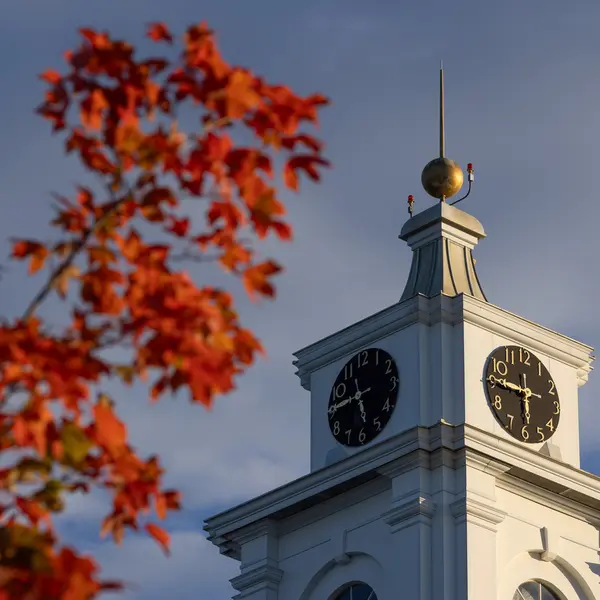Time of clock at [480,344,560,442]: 5:45
